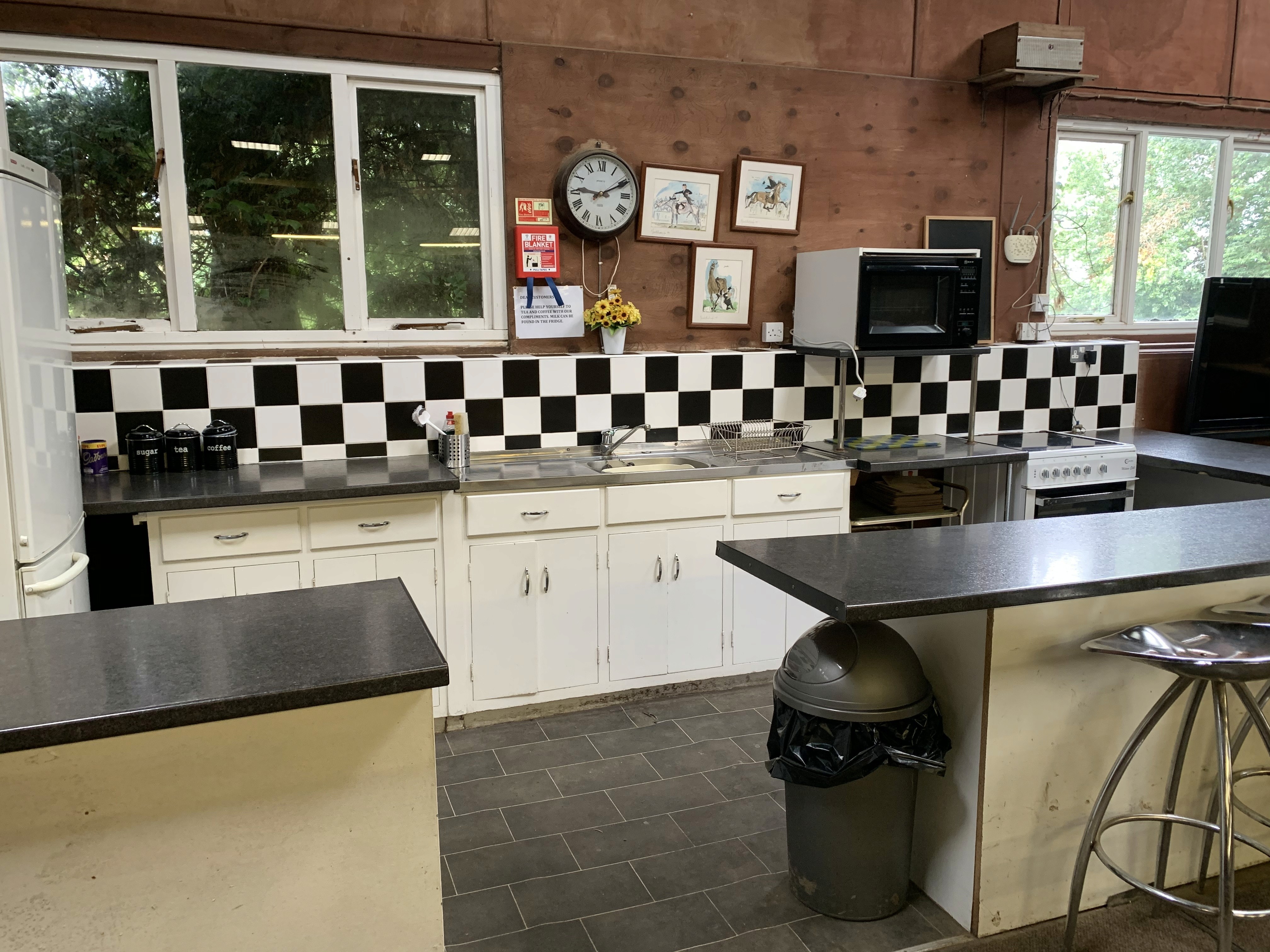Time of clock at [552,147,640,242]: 9:10
